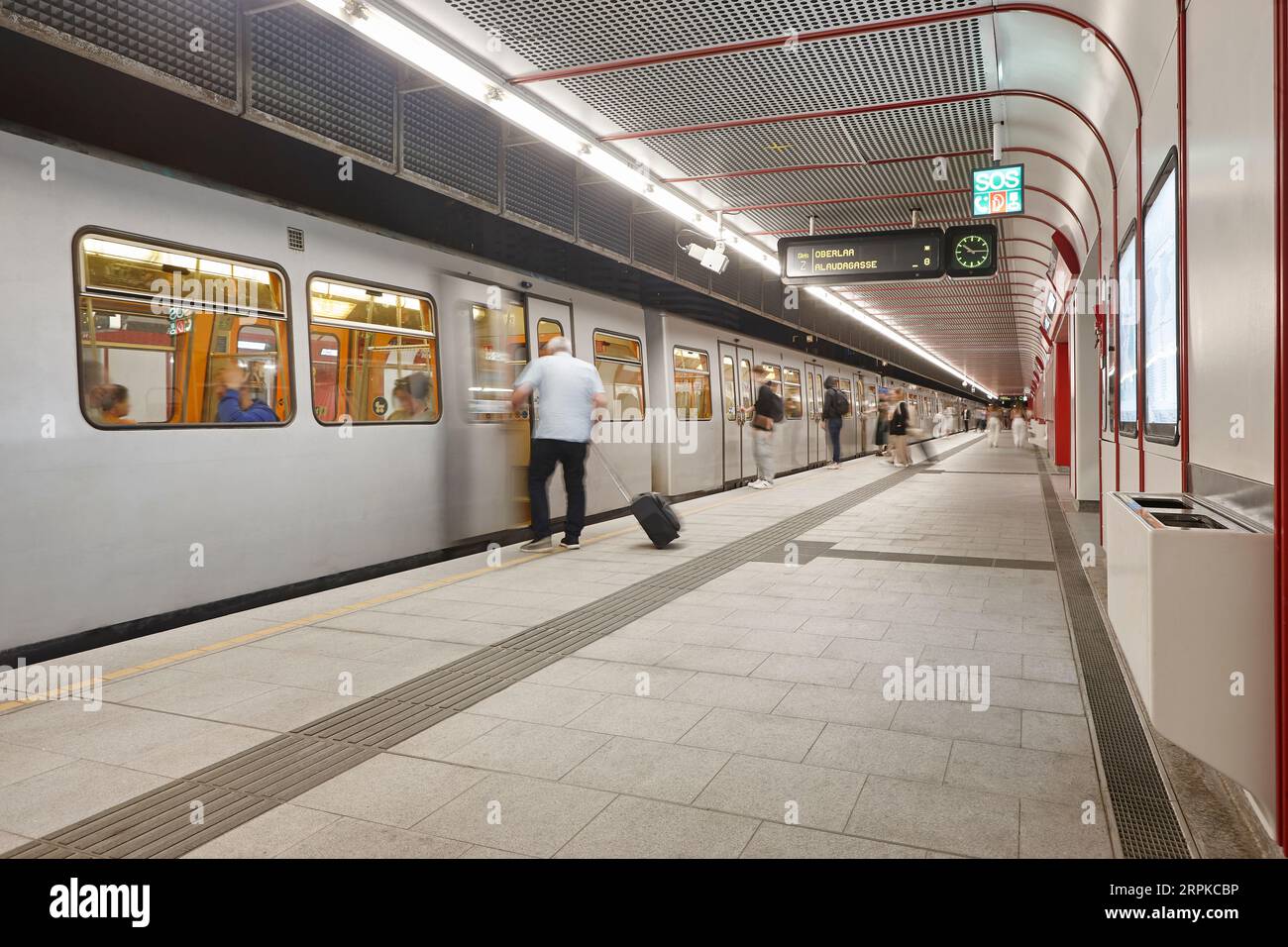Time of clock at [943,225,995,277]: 10:14
